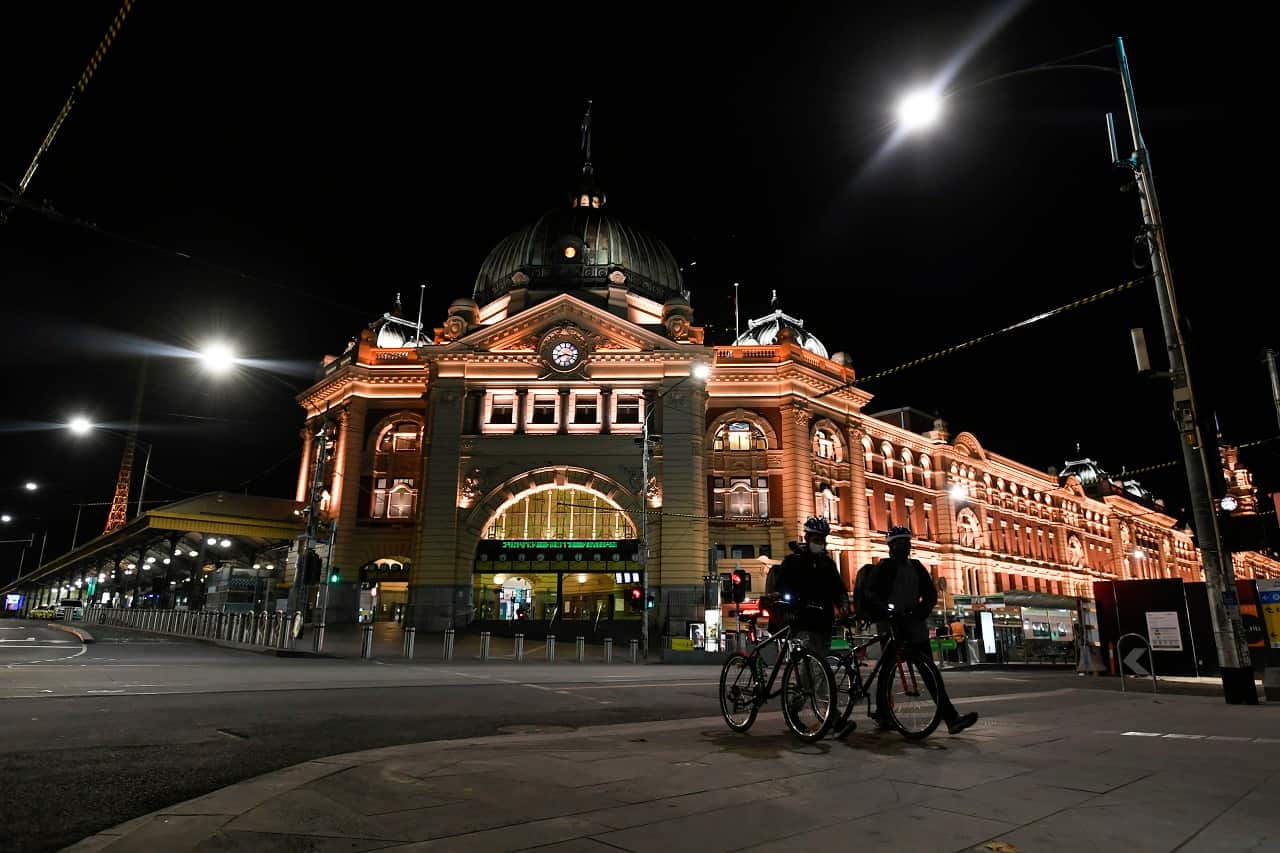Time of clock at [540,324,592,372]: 8:17
